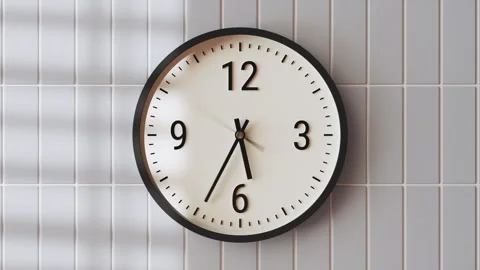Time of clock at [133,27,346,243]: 5:34
